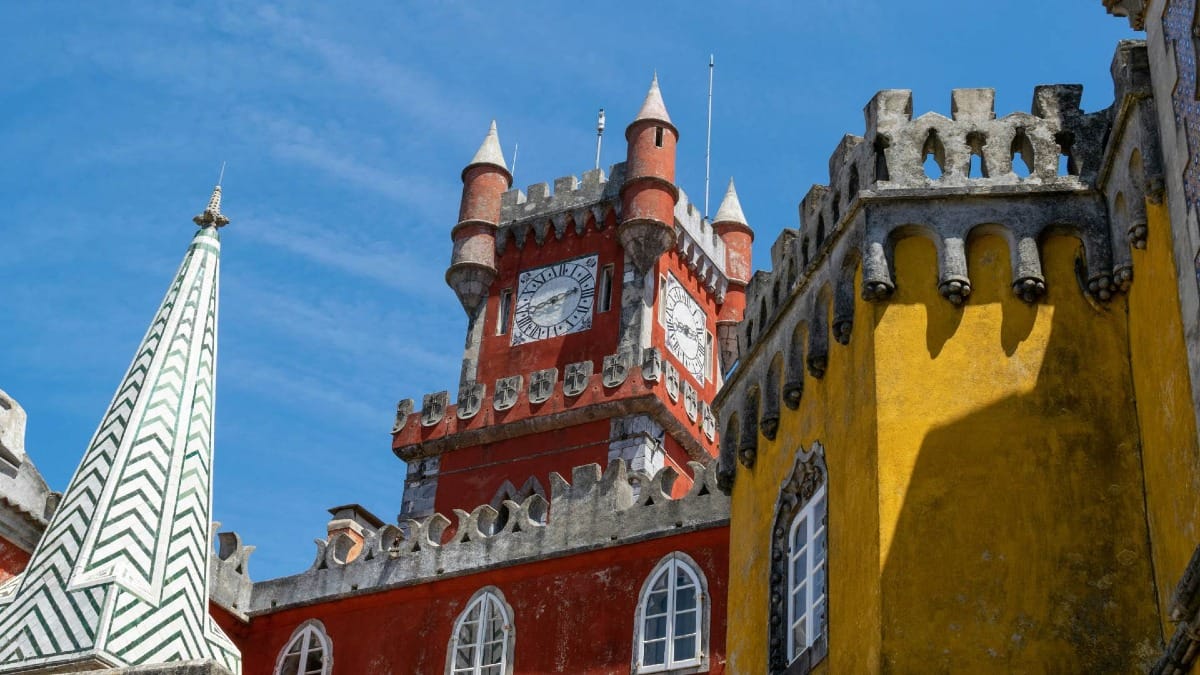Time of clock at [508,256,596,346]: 8:12
